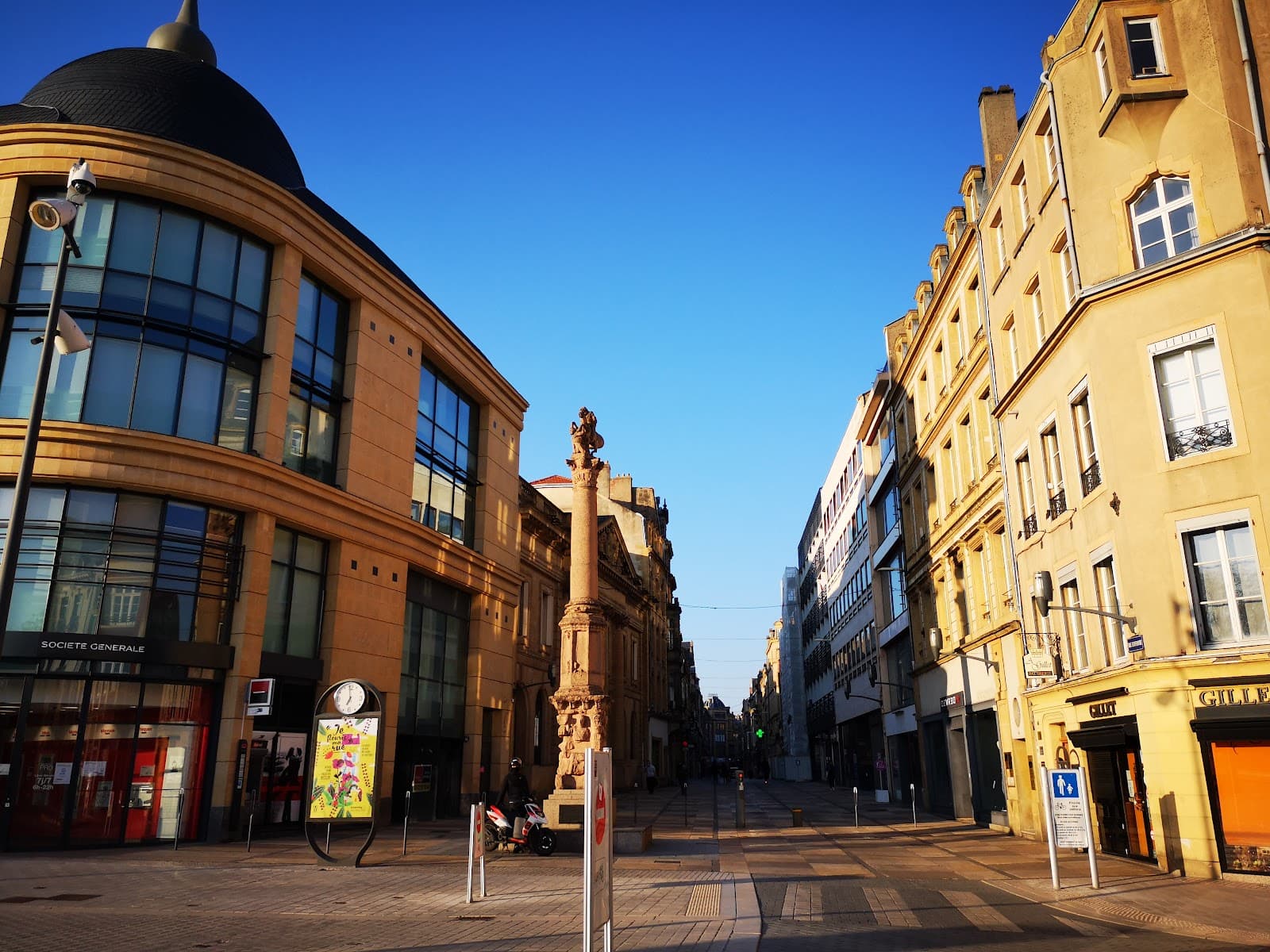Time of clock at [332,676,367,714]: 6:59
